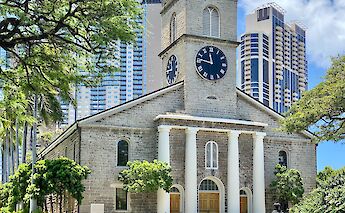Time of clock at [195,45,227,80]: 11:46
